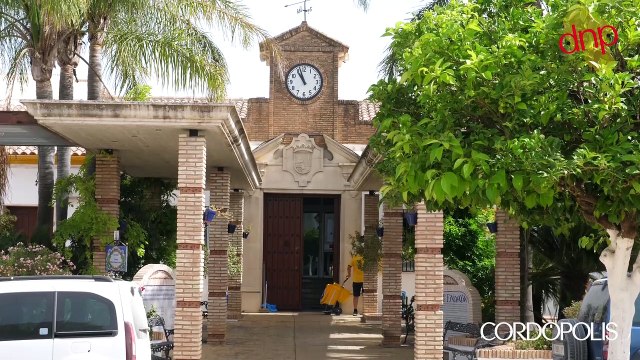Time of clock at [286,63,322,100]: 10:57
